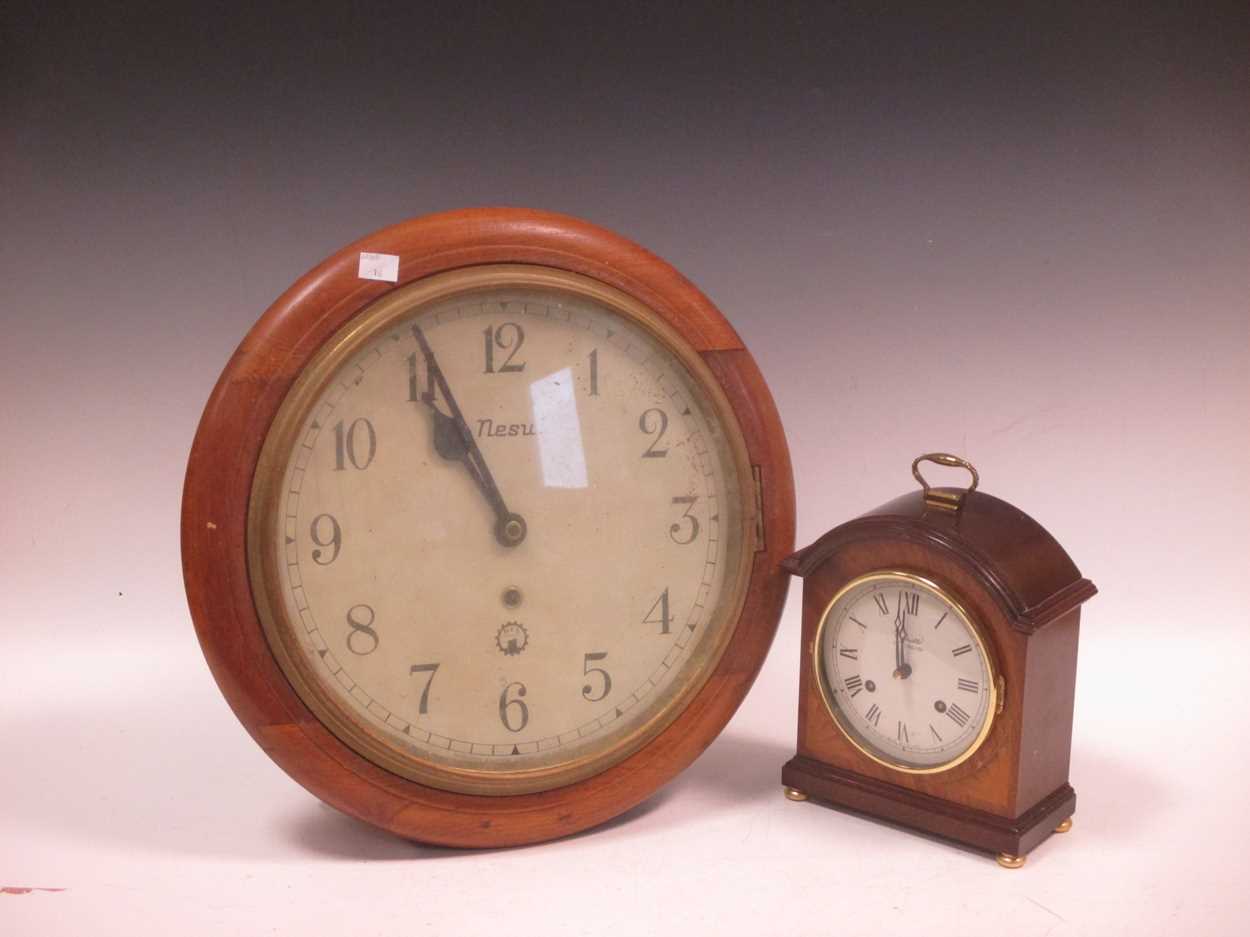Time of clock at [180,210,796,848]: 10:55
